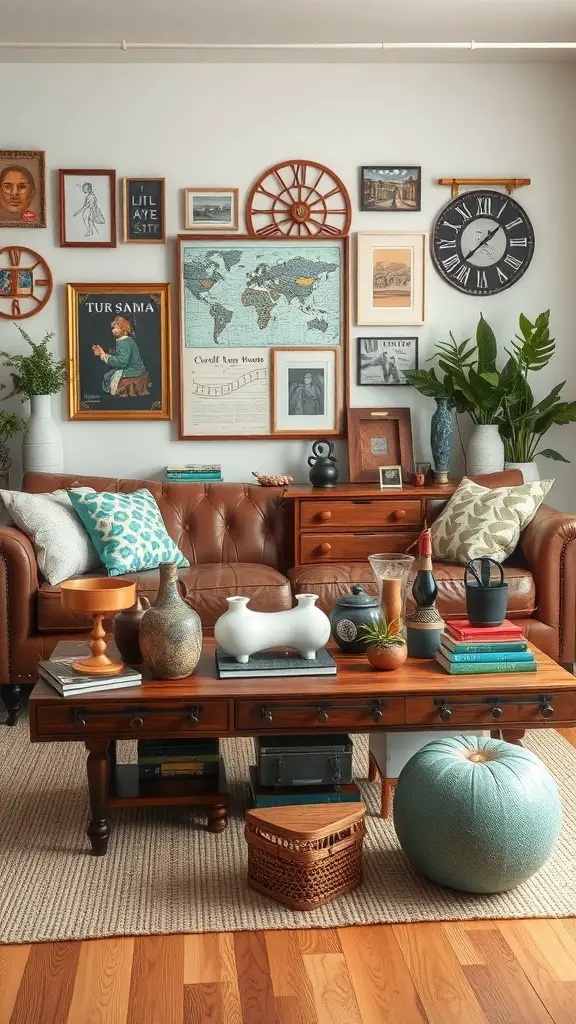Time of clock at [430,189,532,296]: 1:37
